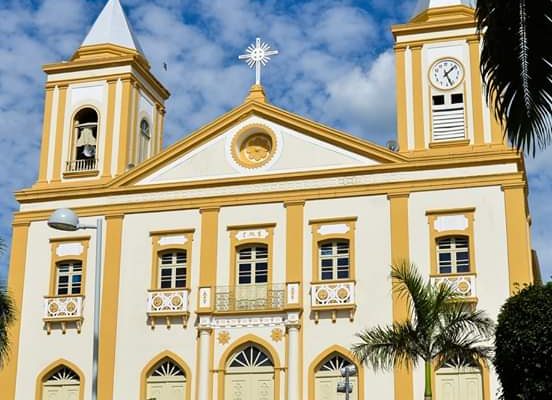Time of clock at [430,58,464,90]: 1:26
